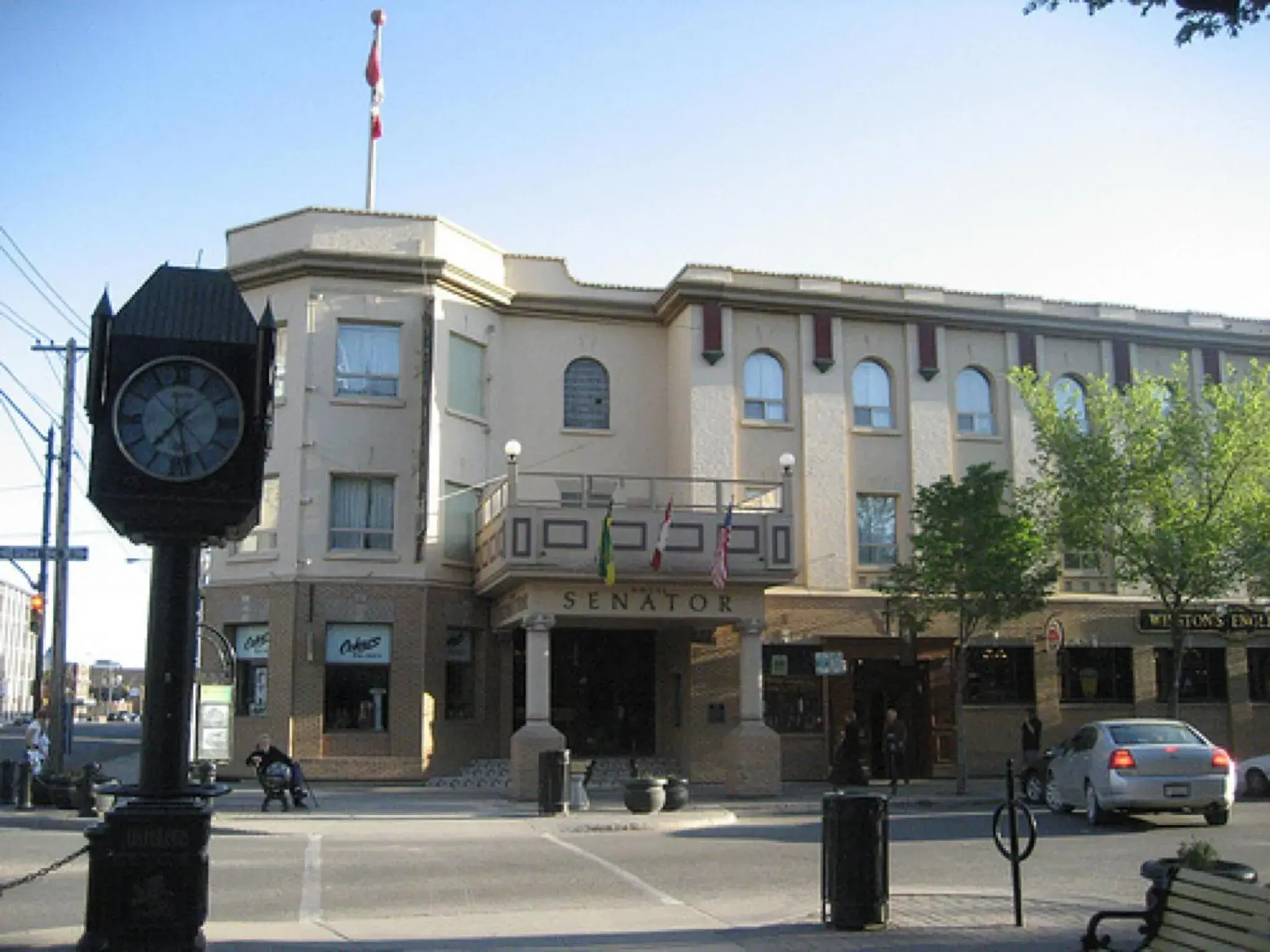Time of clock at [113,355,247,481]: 7:28
